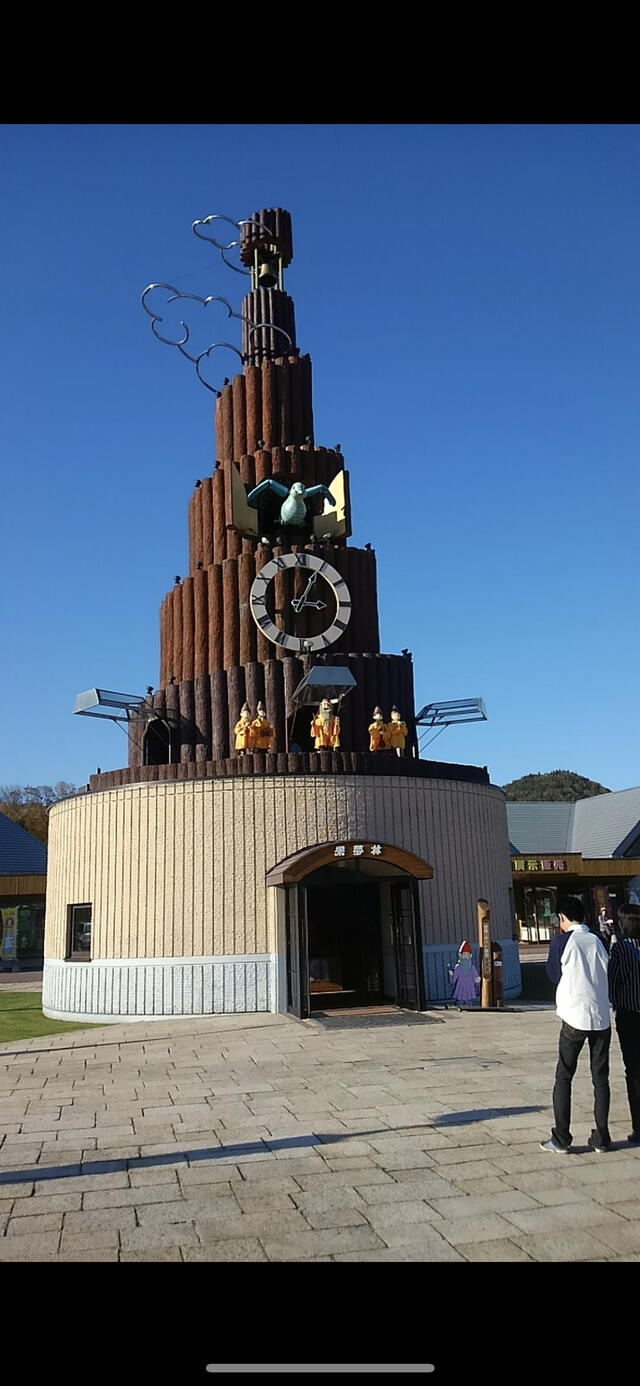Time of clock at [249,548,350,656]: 3:04
